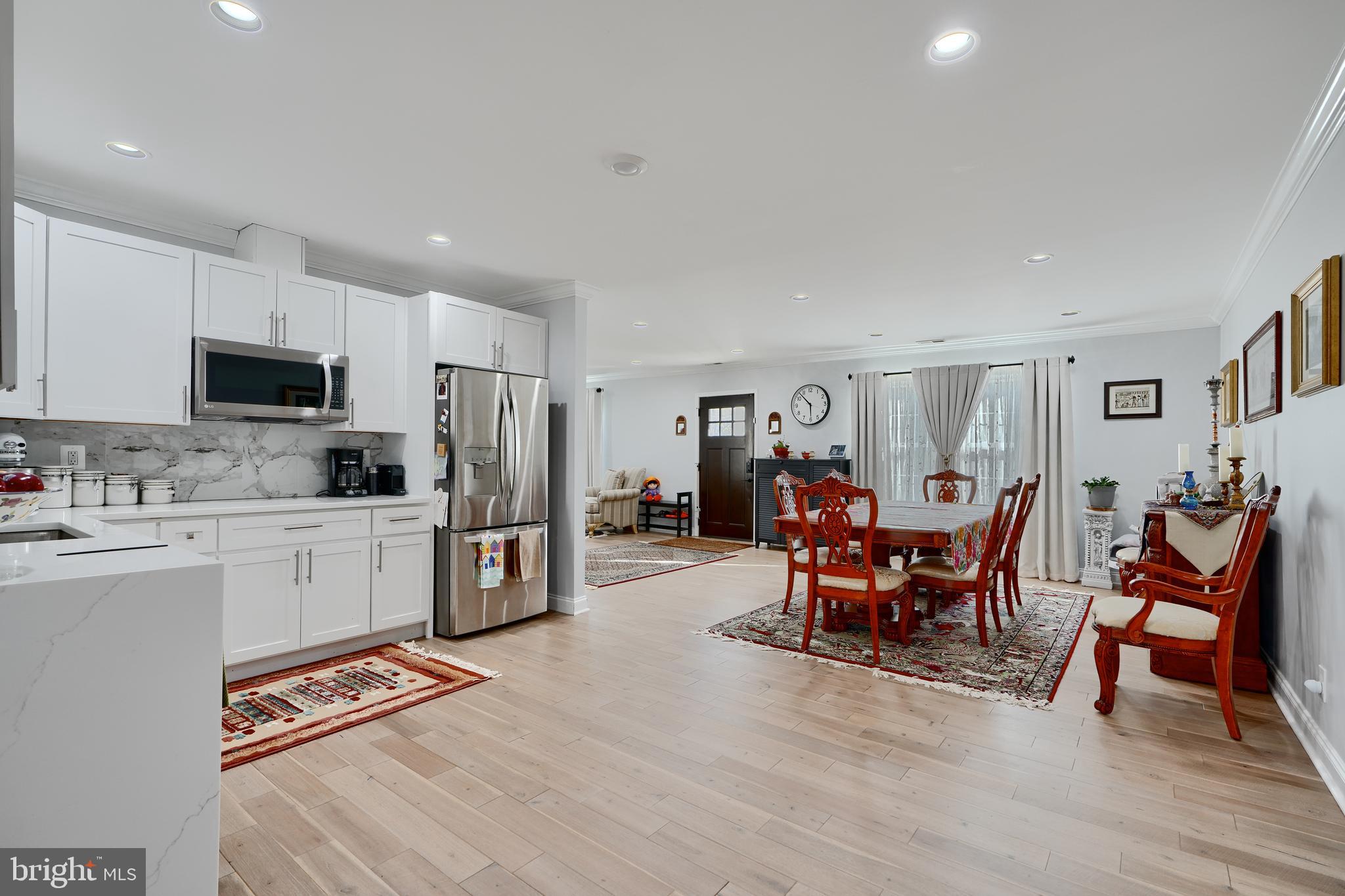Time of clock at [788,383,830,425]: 5:52
